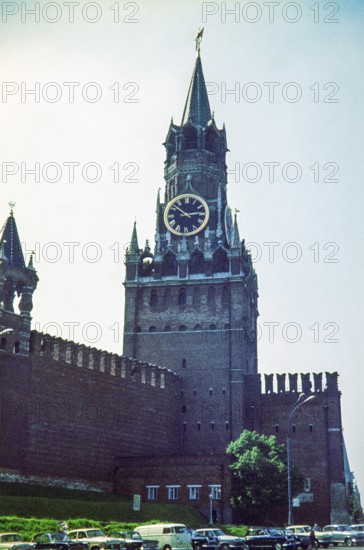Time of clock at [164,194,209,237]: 2:51
